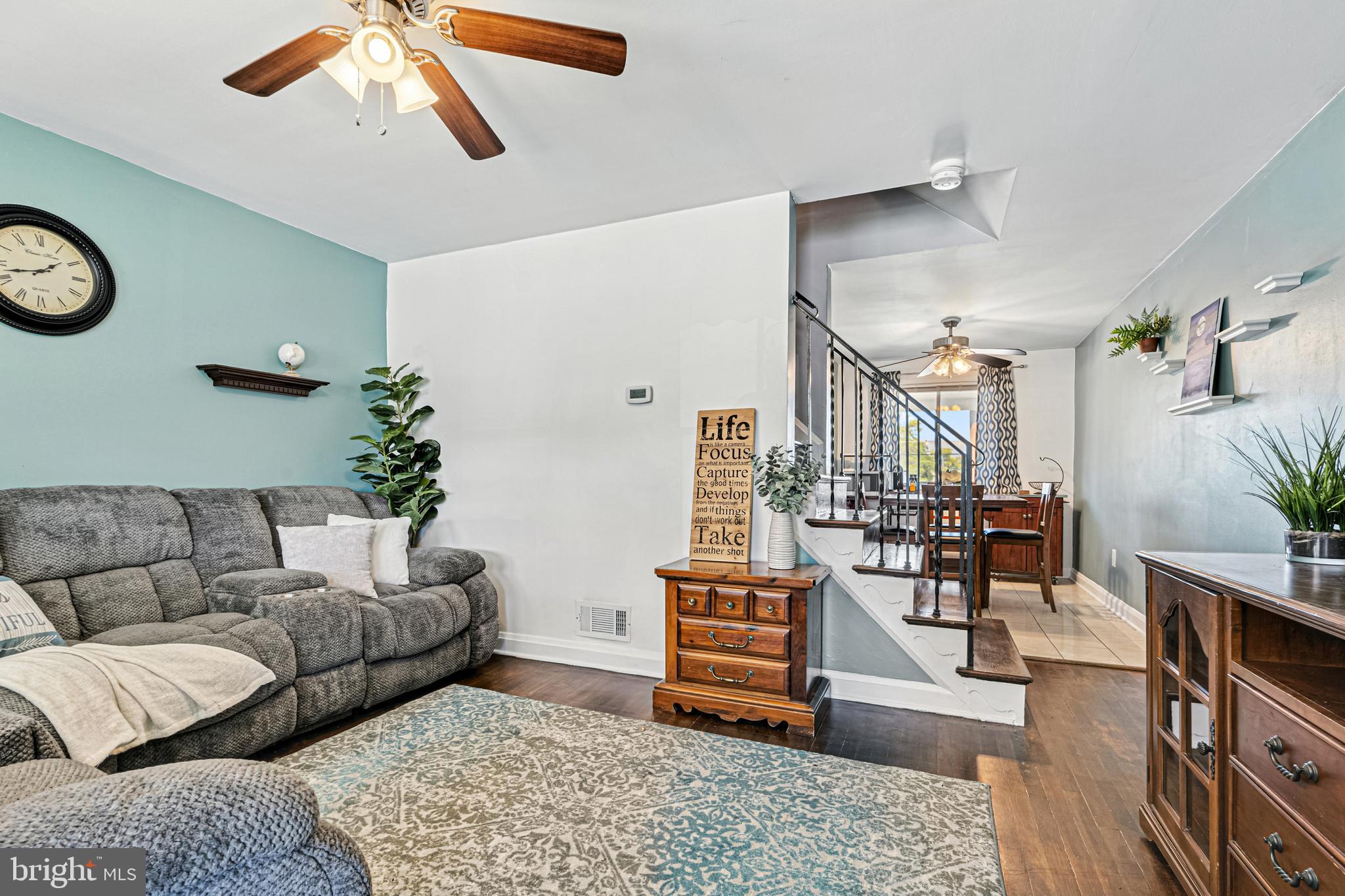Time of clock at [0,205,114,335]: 1:42
